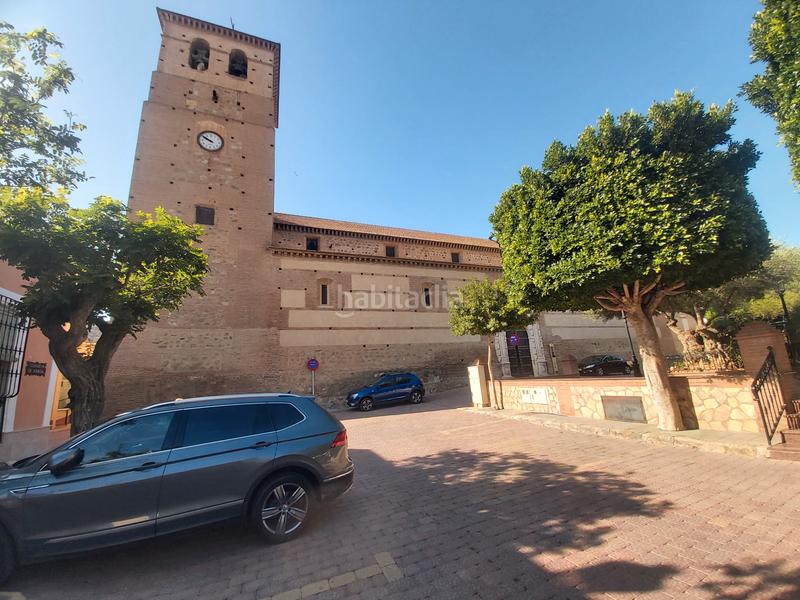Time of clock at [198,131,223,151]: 9:50
